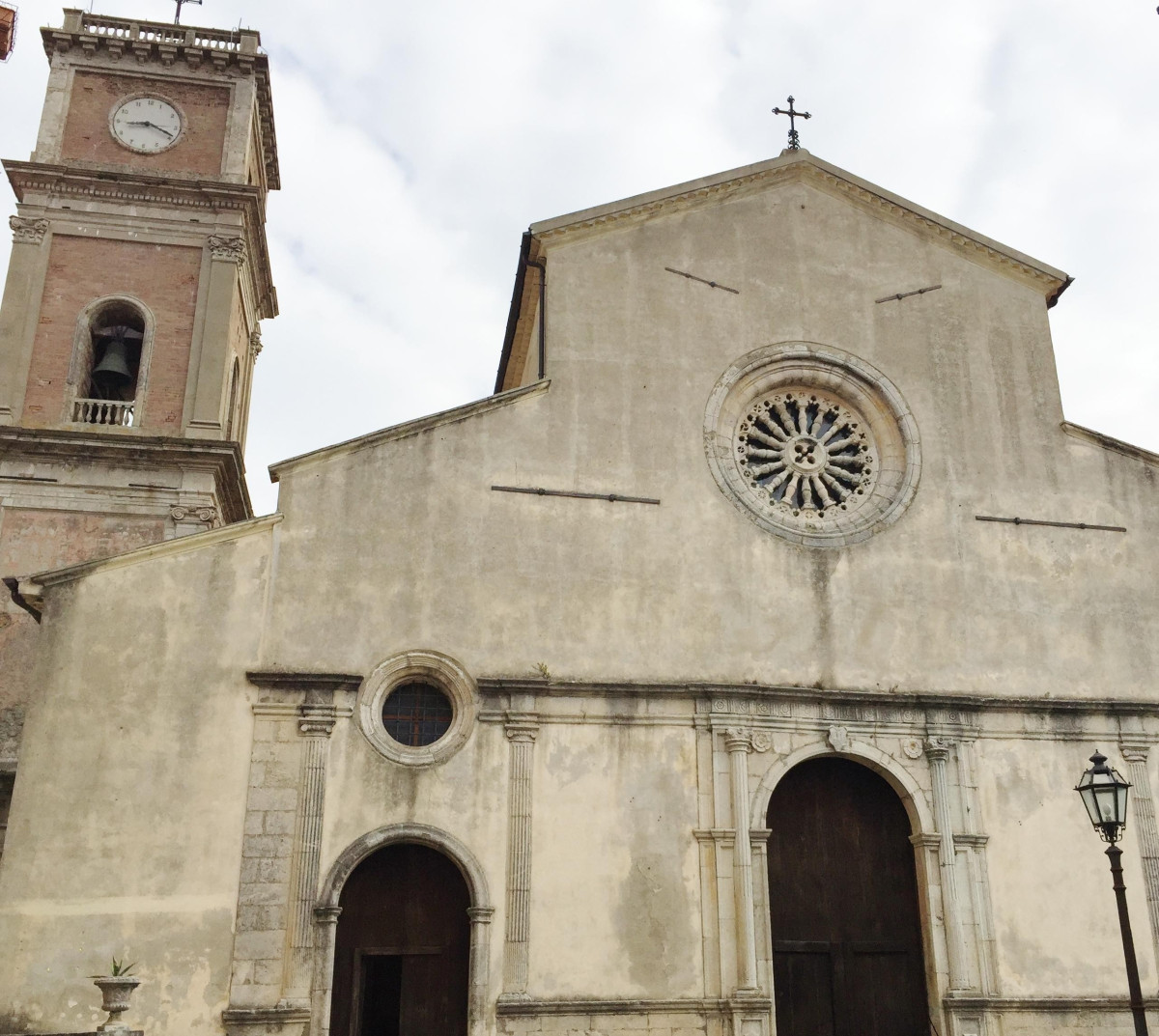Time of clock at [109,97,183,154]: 3:44
